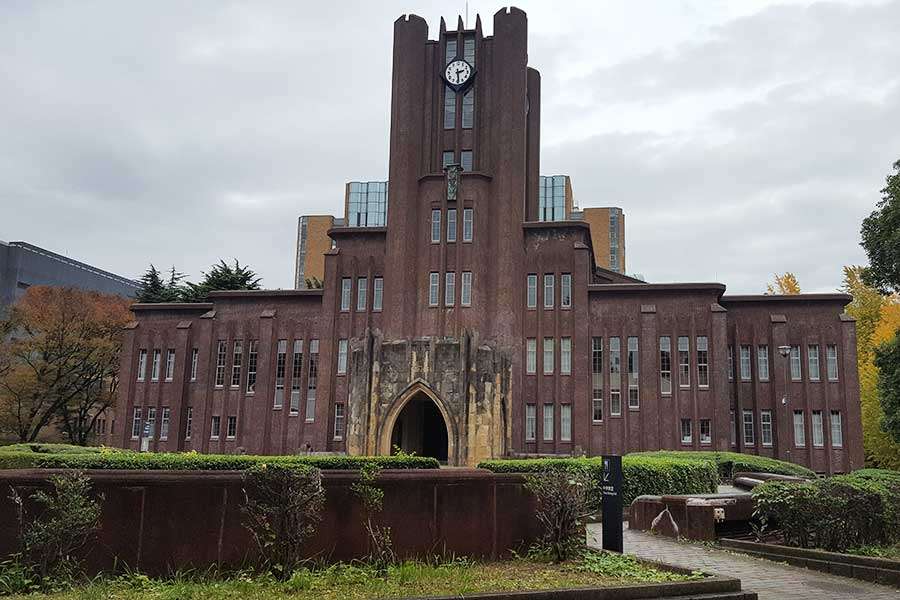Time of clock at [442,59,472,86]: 2:29
